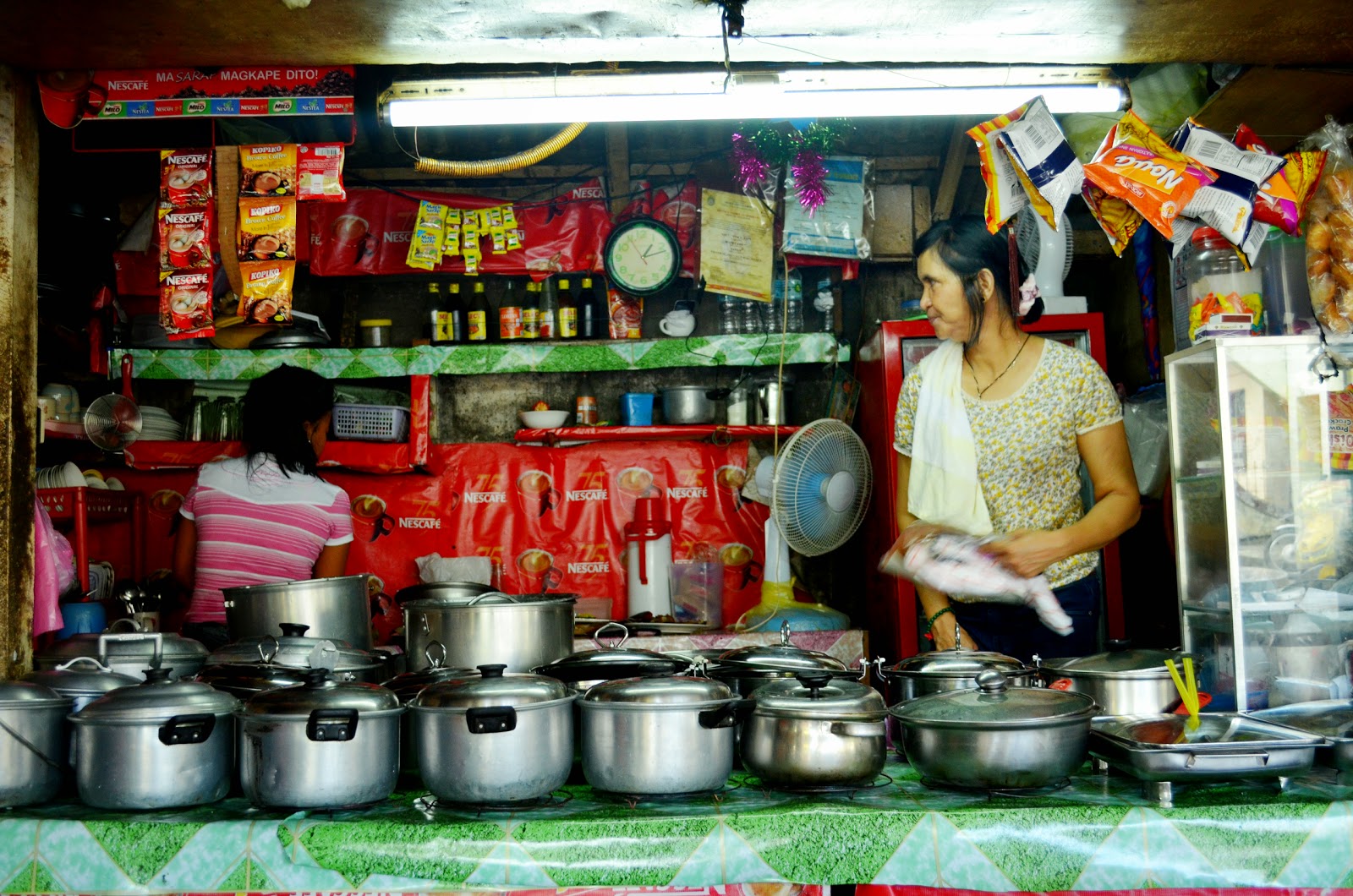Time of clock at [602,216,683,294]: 1:12
